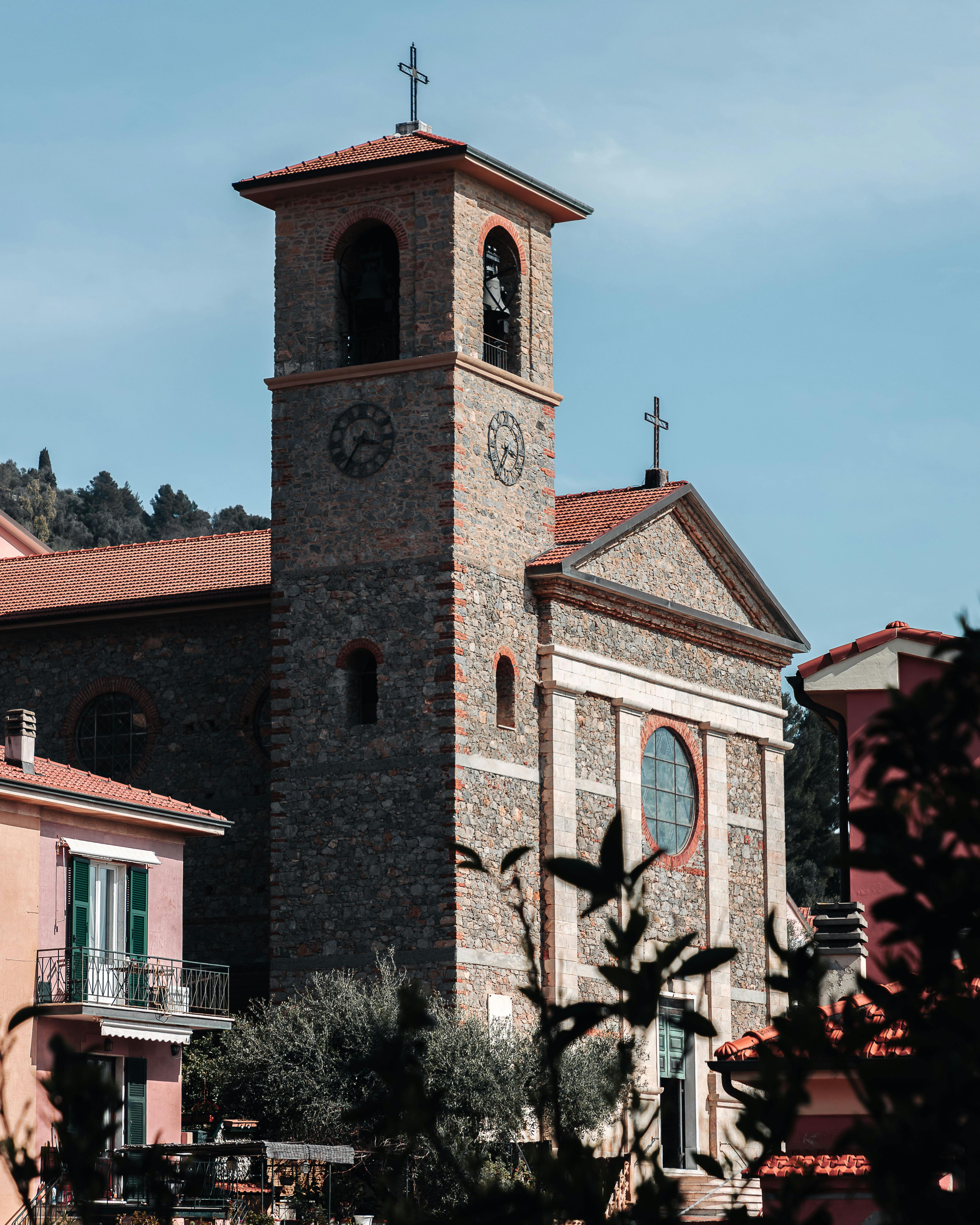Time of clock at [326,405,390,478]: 3:35
